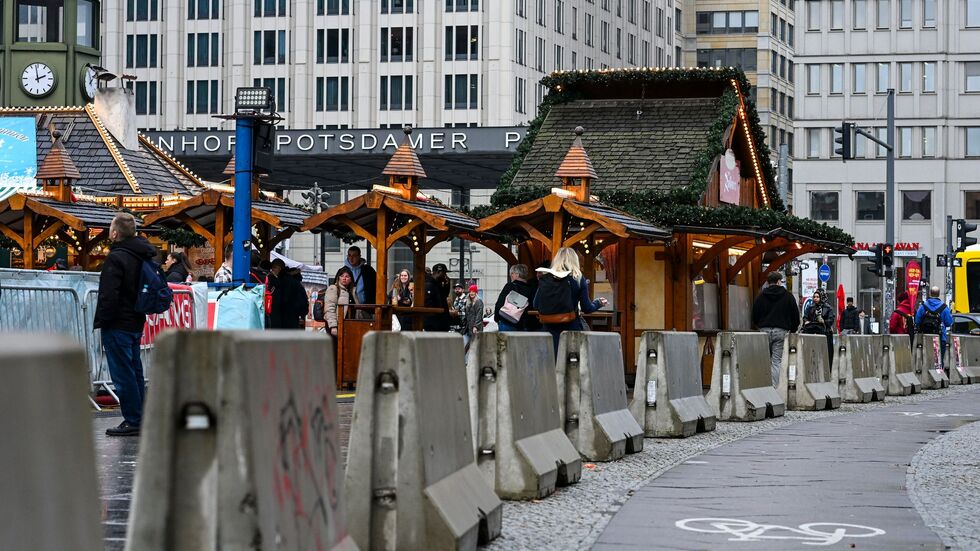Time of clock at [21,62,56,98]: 1:58
